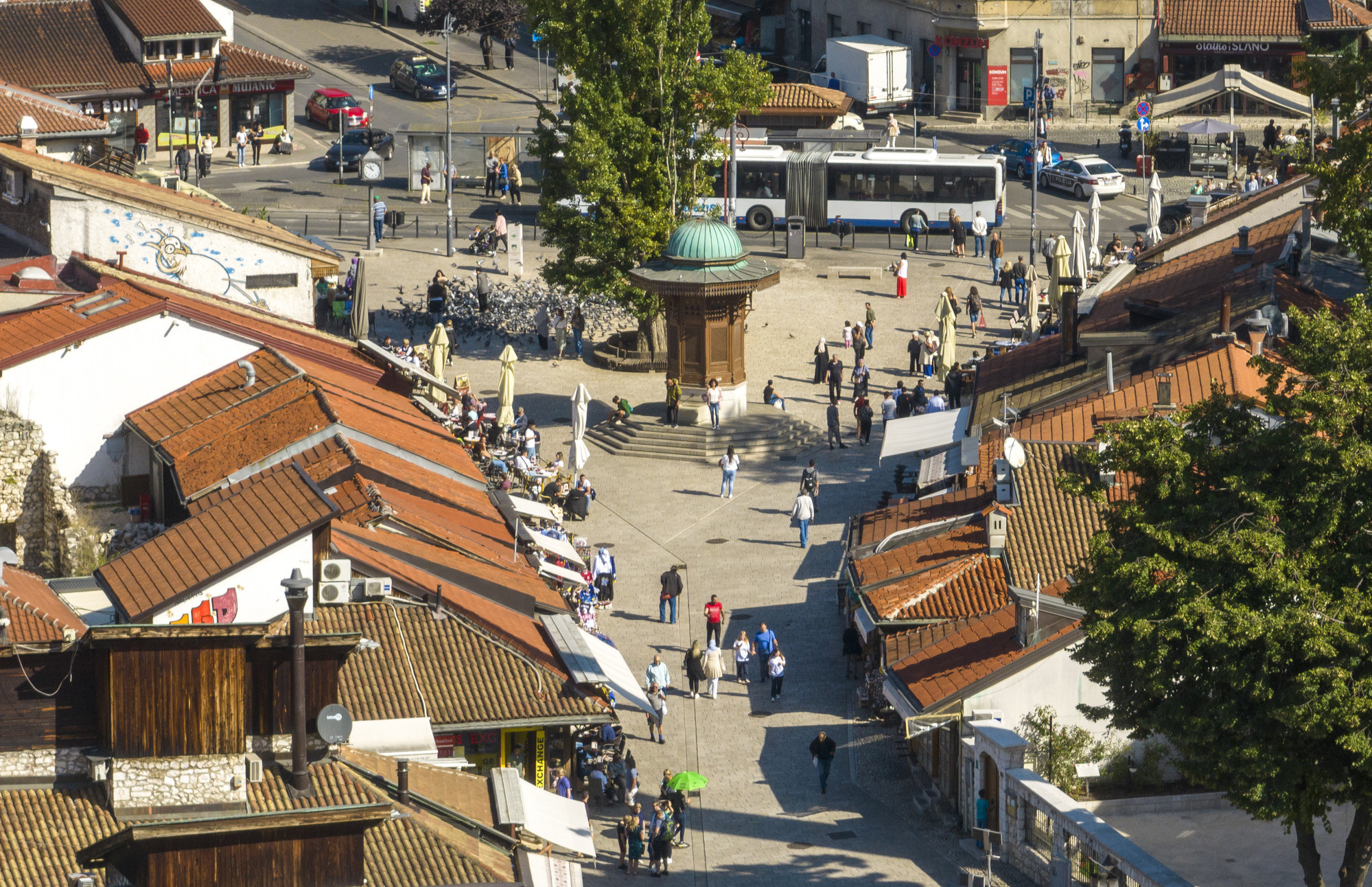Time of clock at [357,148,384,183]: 10:50
